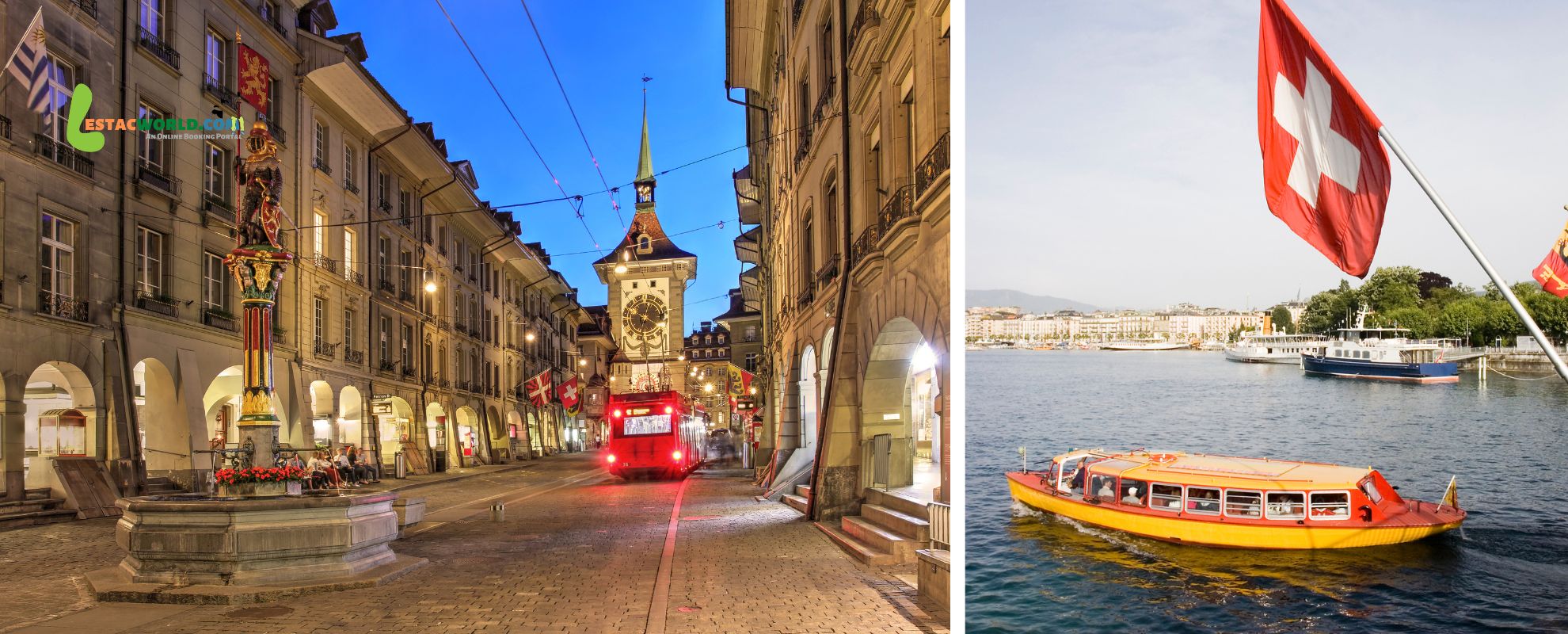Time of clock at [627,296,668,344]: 10:02
